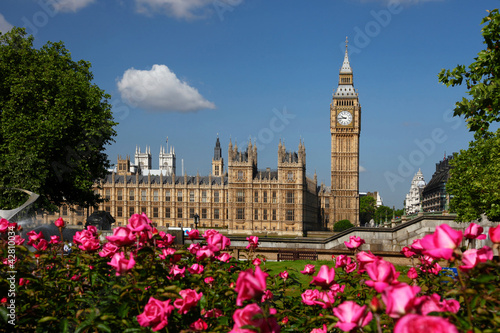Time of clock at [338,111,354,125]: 9:43
